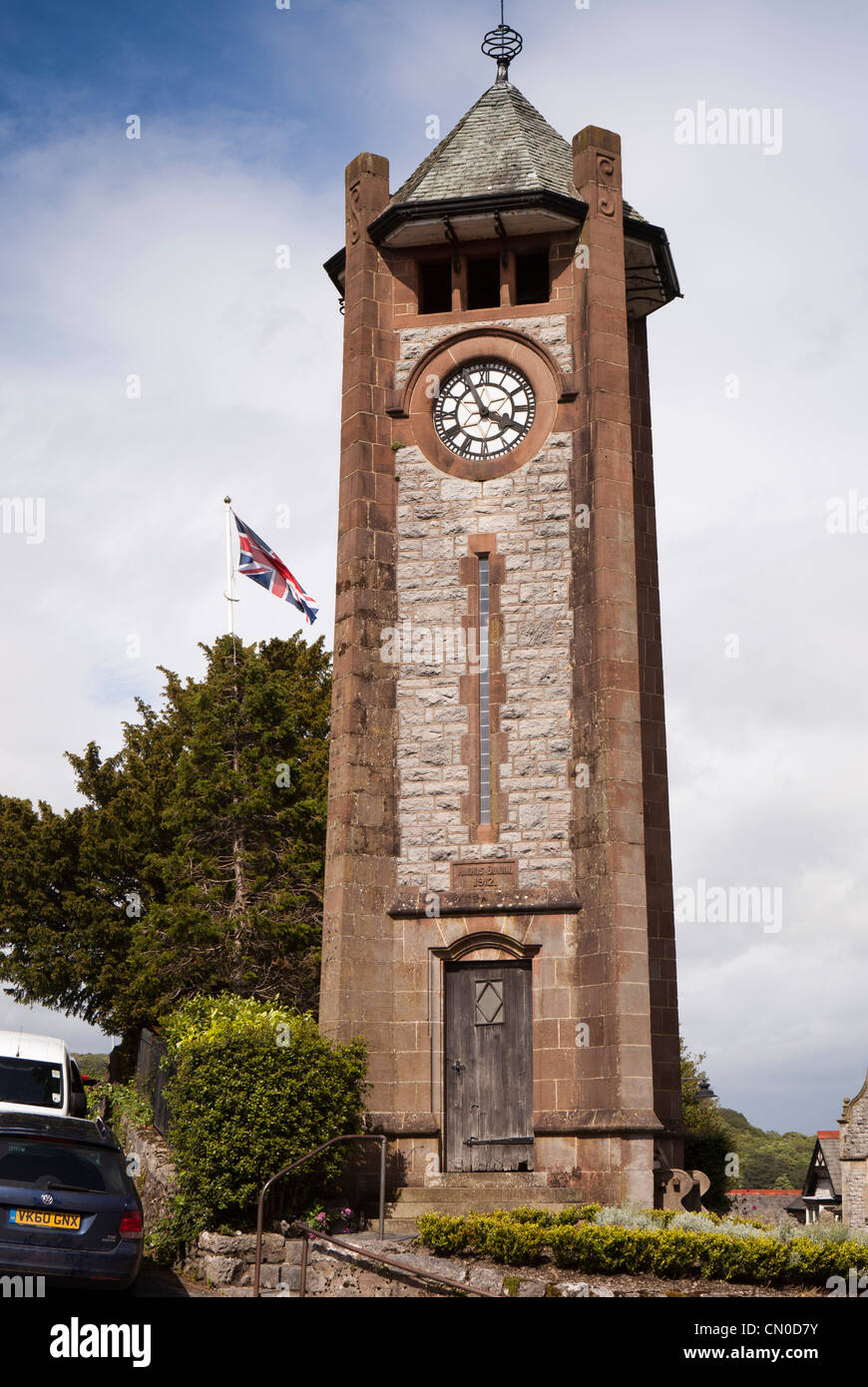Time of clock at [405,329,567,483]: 3:55
